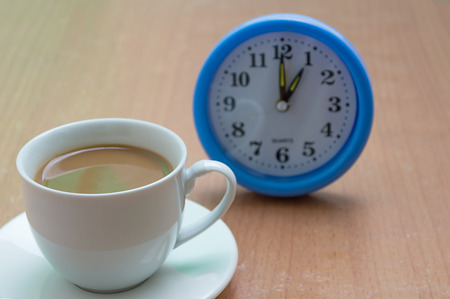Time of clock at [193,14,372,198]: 1:00
